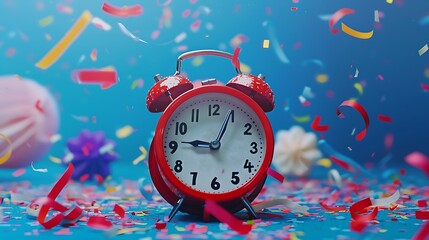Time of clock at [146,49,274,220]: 9:04
